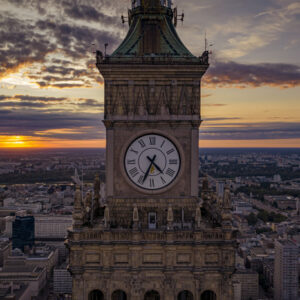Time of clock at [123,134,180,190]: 4:34
